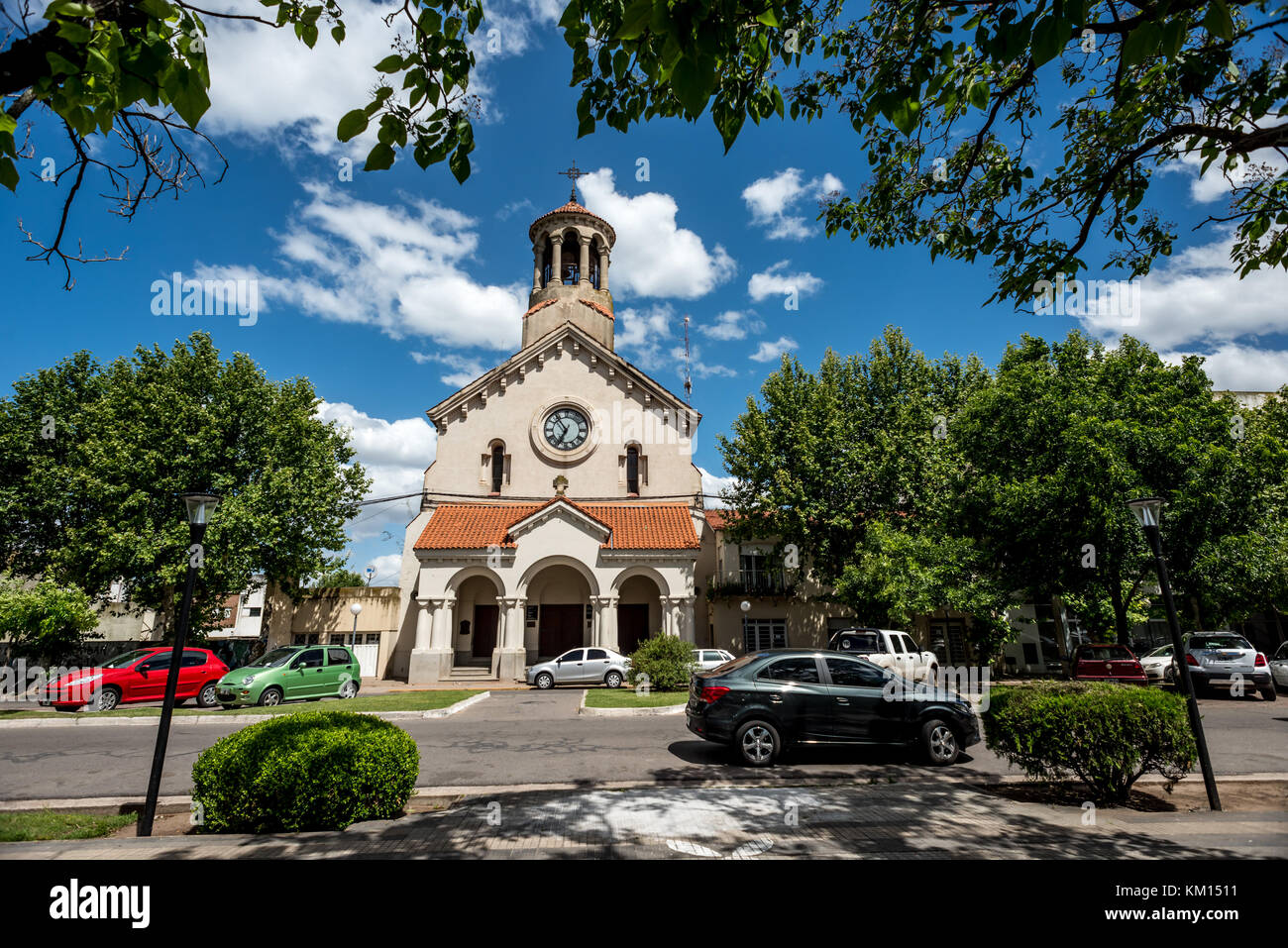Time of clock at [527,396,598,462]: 6:53
